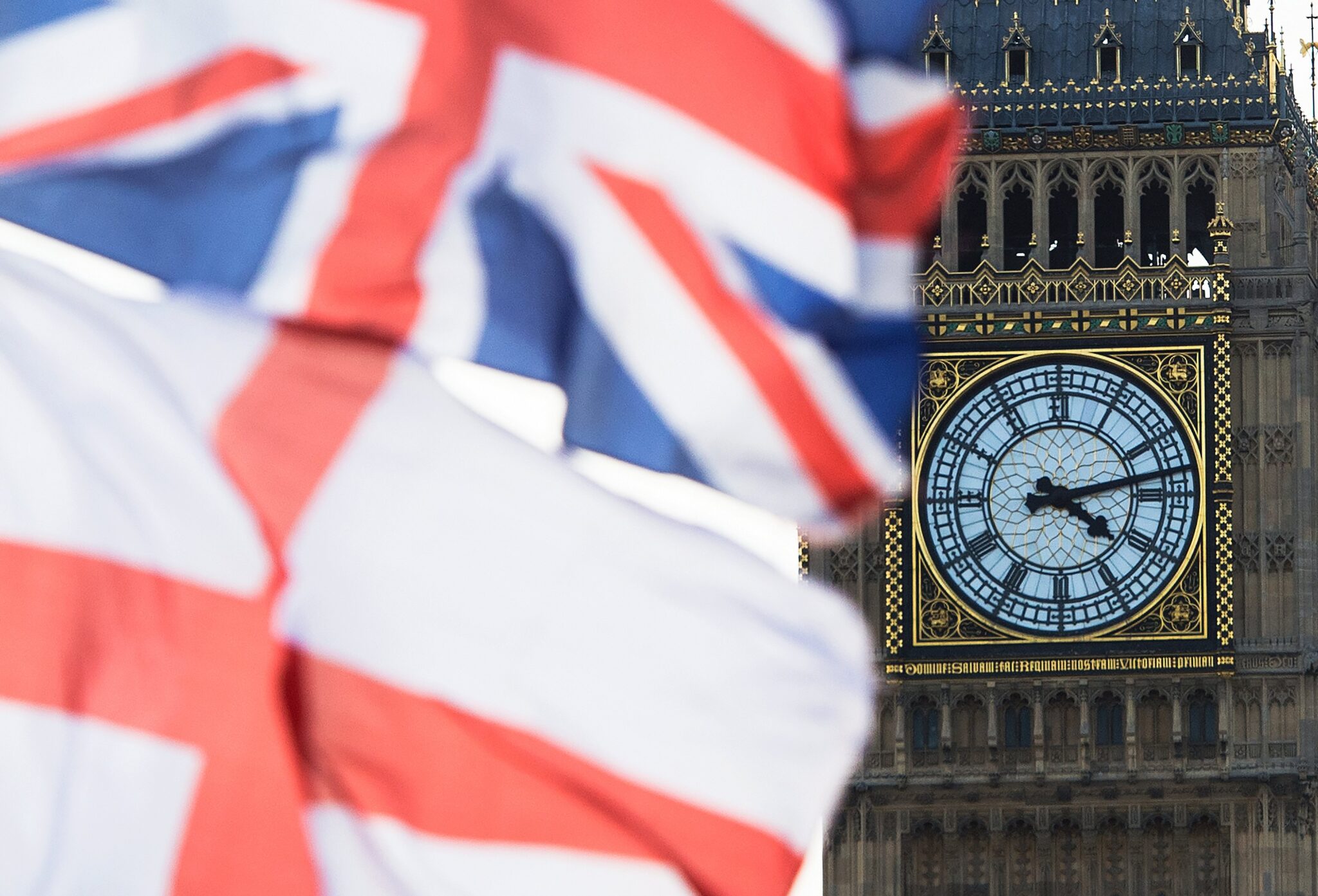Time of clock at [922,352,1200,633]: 4:12
